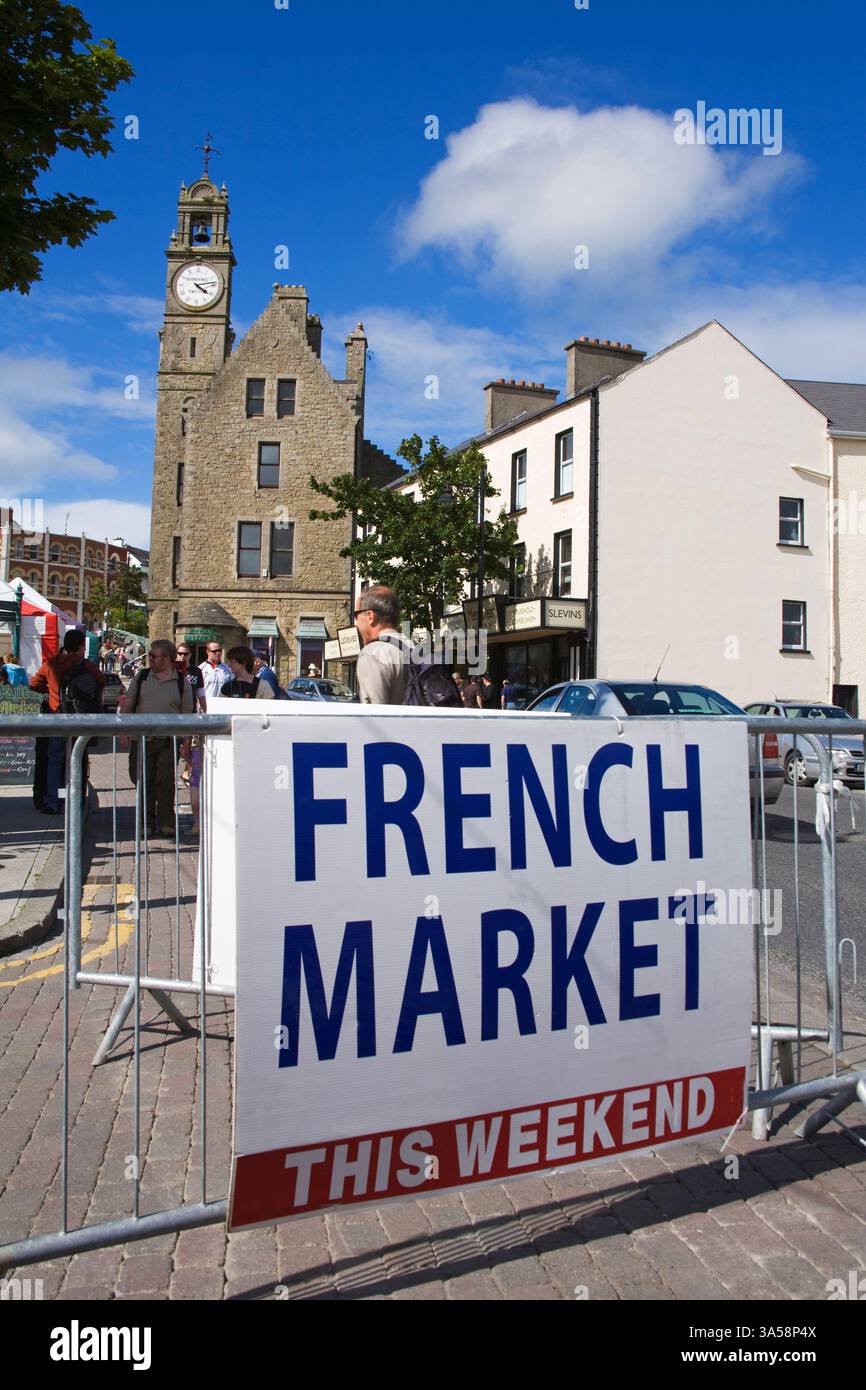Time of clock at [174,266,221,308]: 4:13
